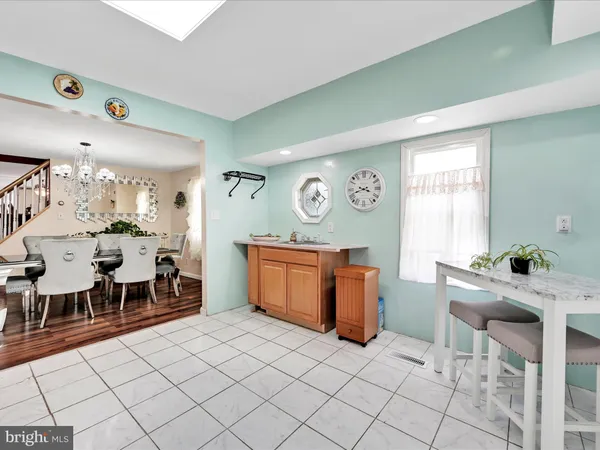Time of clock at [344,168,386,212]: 3:41
